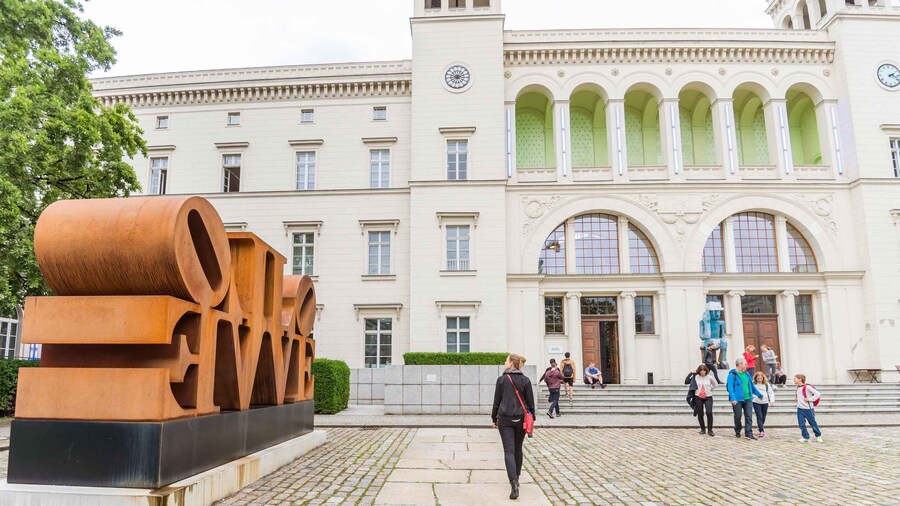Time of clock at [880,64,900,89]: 2:18
